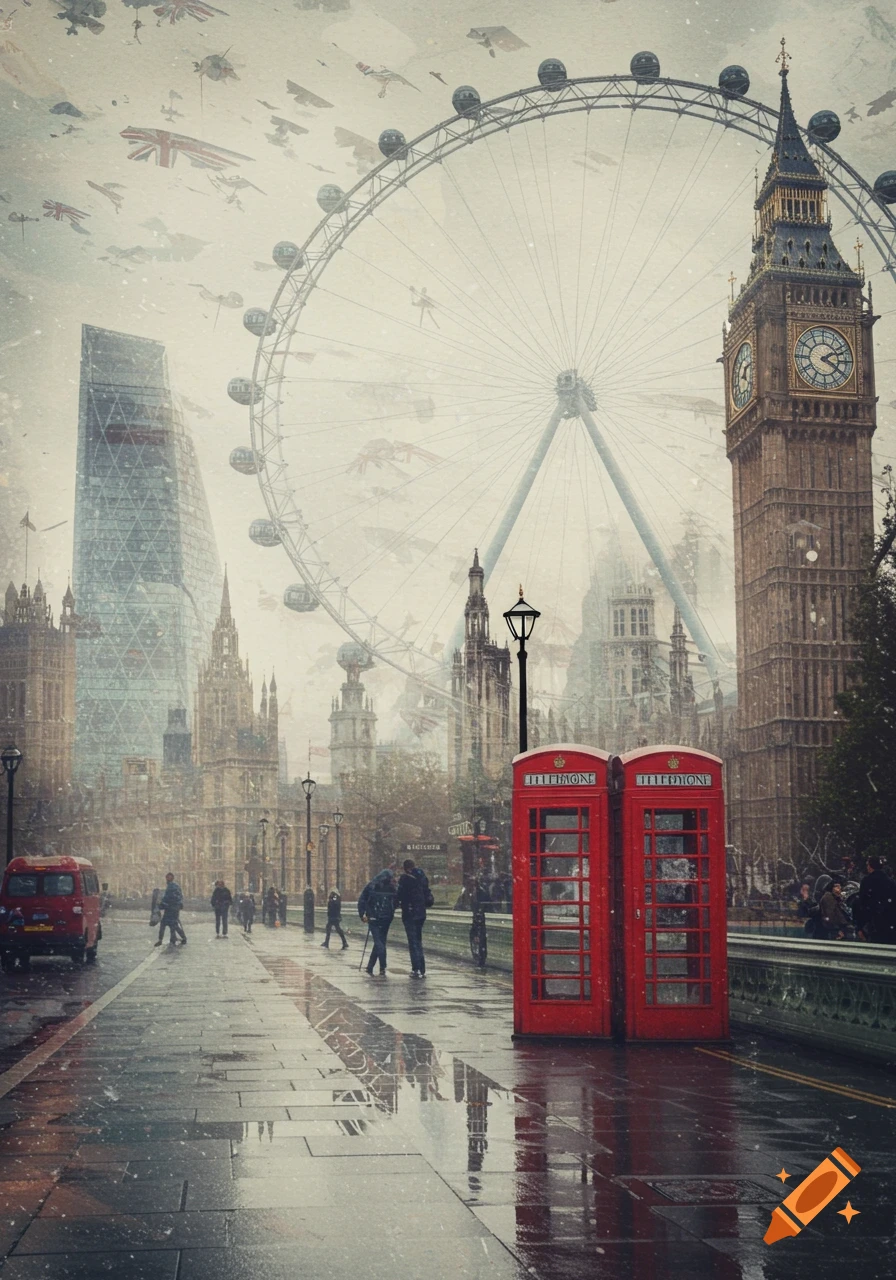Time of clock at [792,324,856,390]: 4:10
